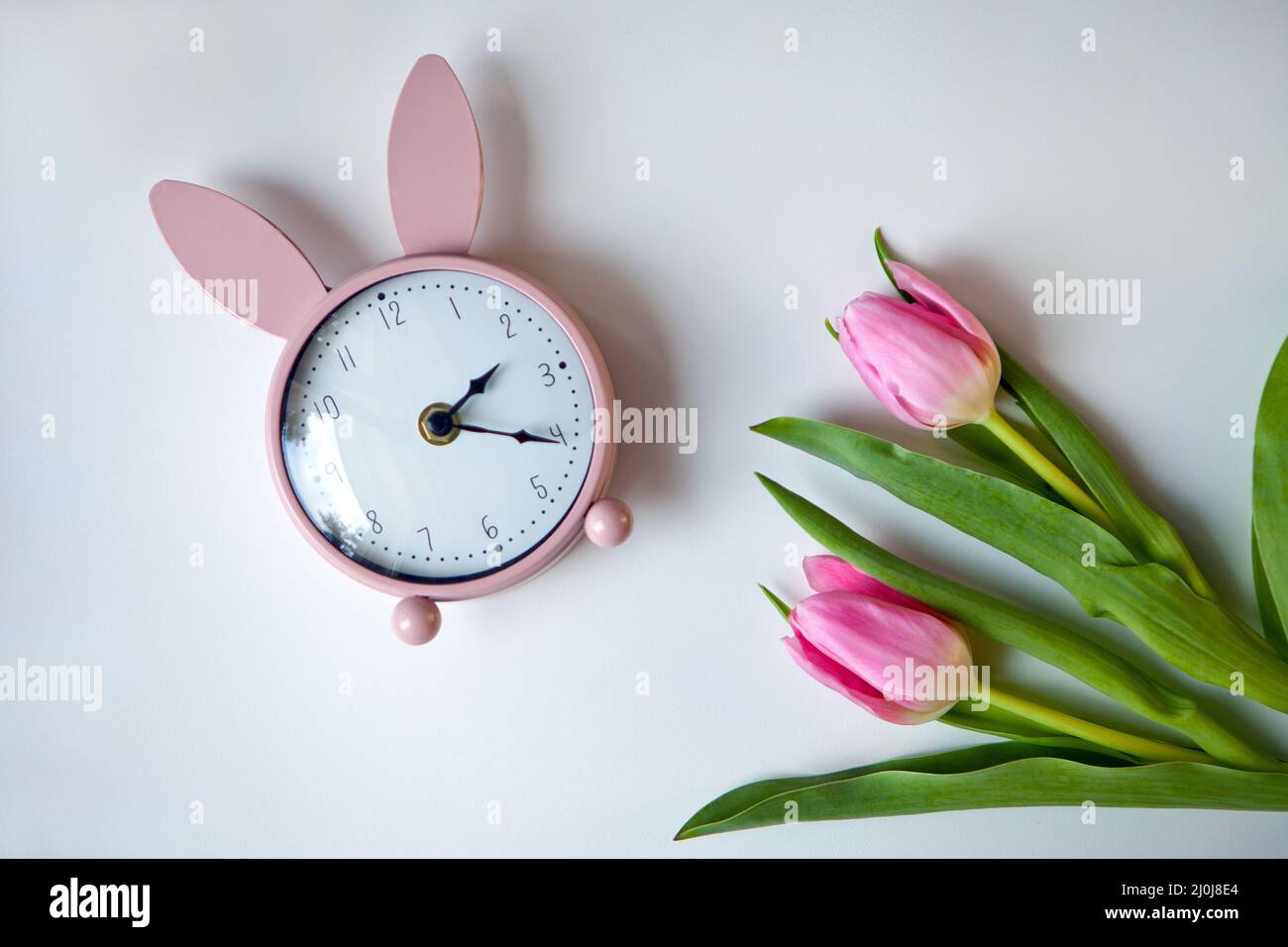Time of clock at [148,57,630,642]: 1:16
